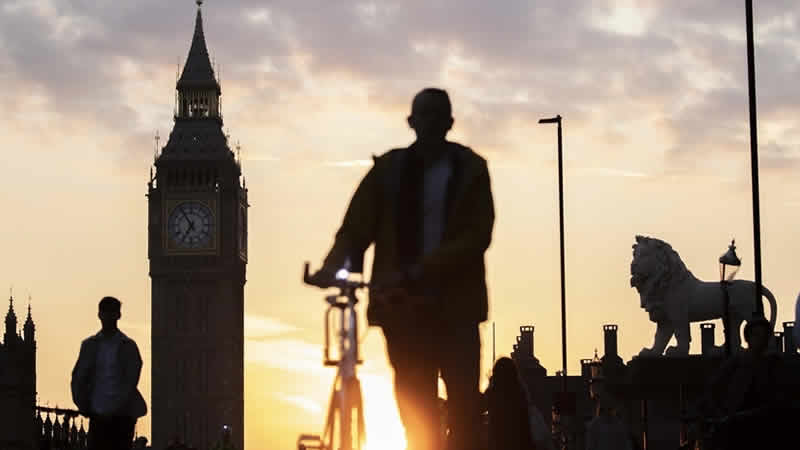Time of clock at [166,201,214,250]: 6:54
